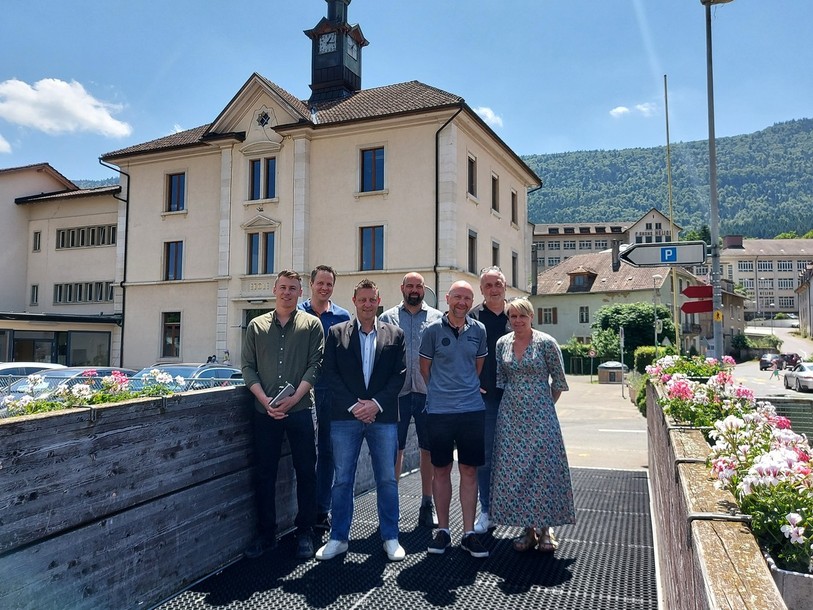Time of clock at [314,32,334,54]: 1:16
